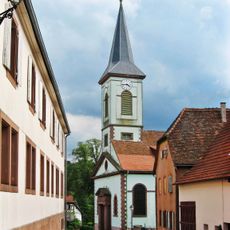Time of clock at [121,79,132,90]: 4:44
